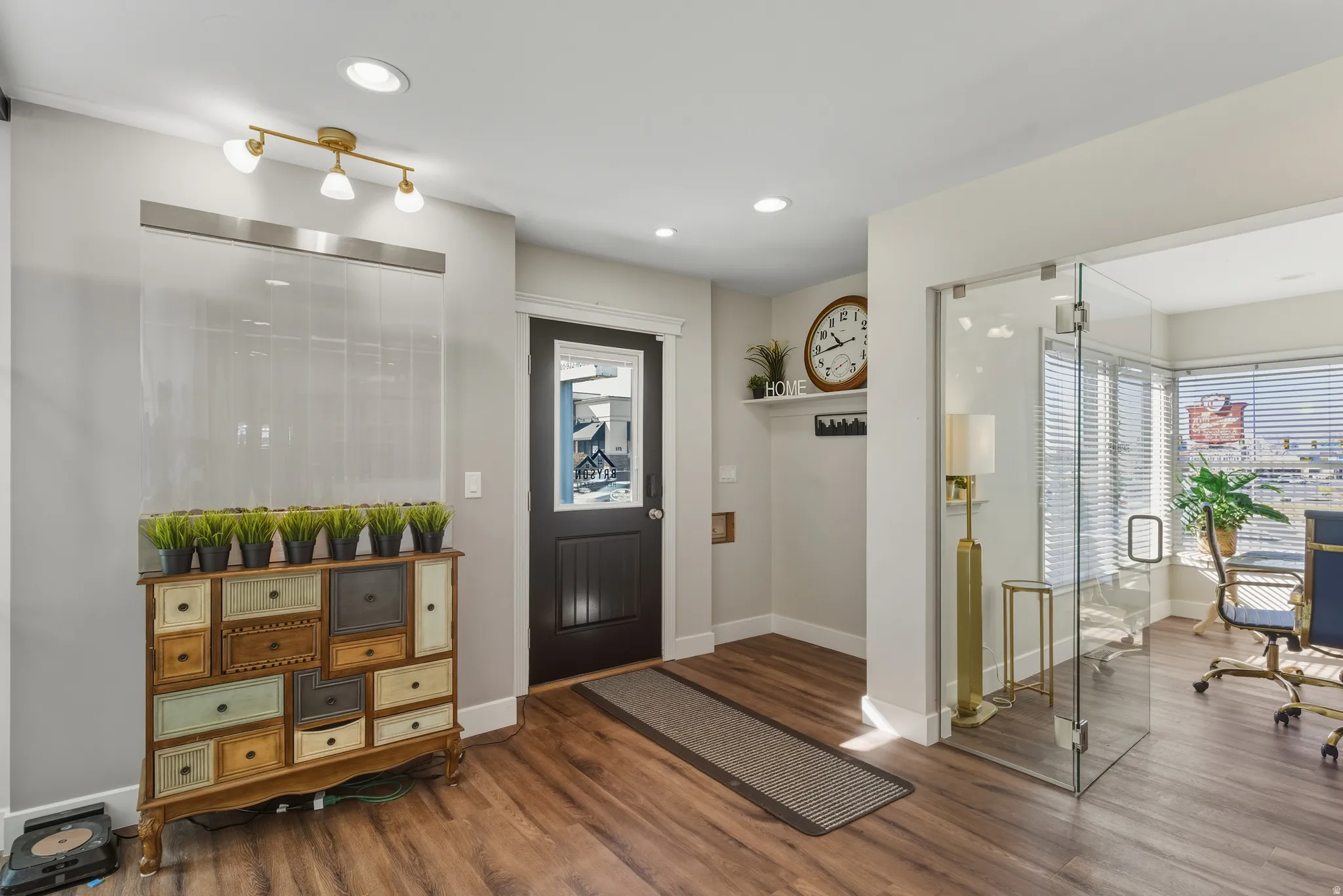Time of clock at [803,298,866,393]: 10:43
